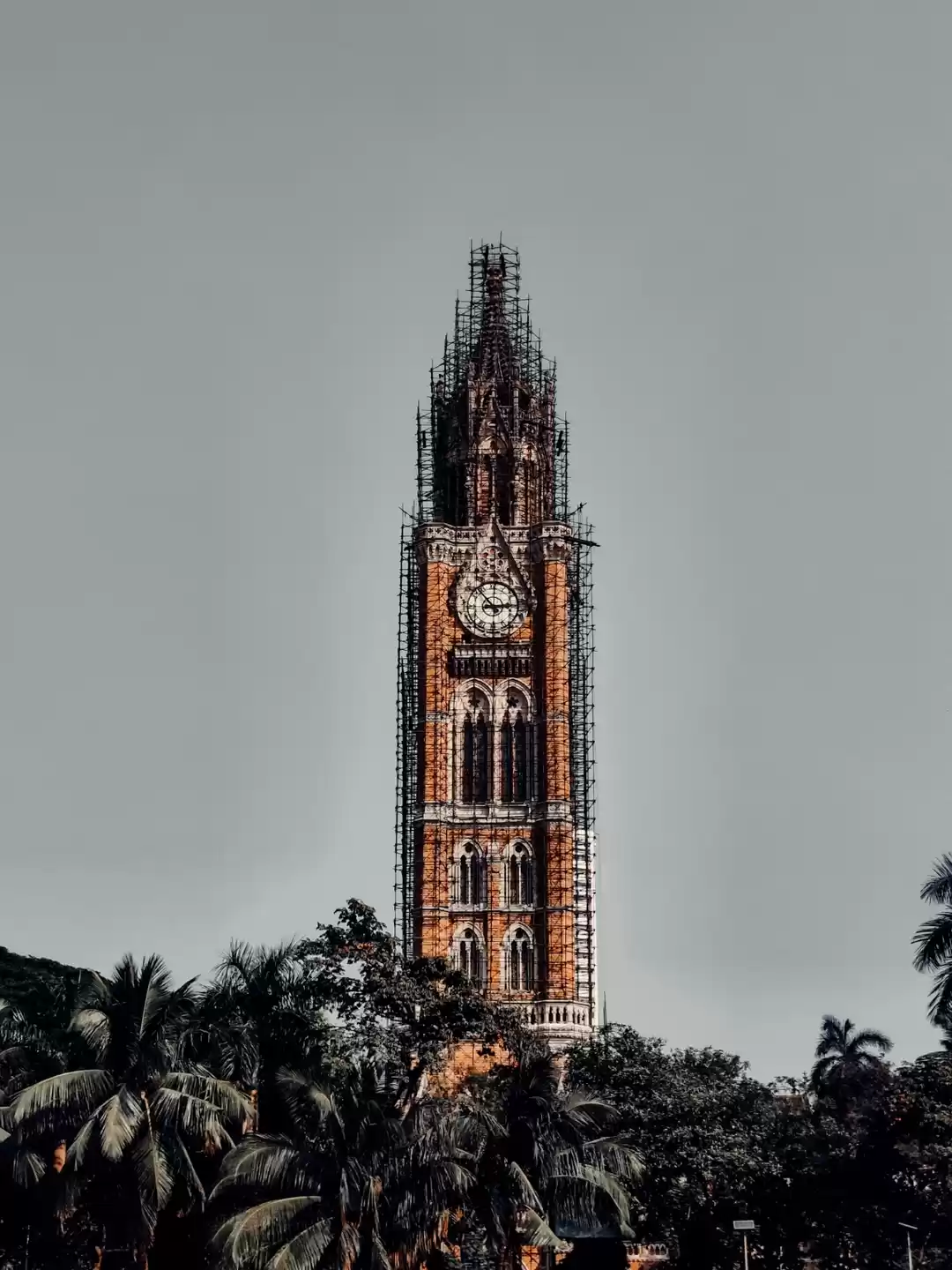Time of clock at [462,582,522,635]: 2:53
